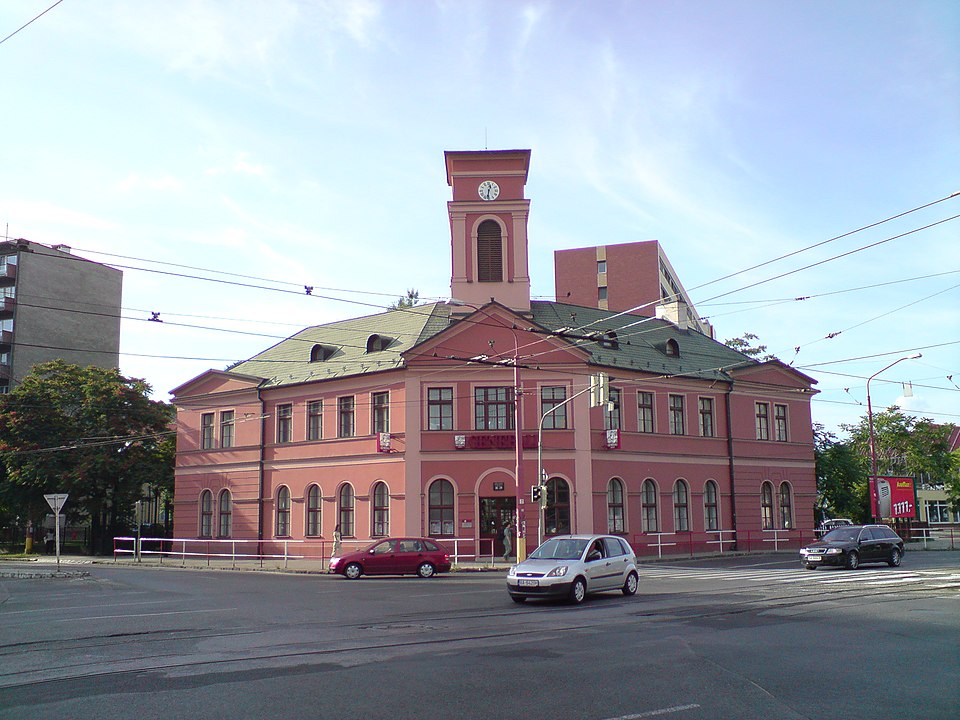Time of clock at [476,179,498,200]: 12:31
